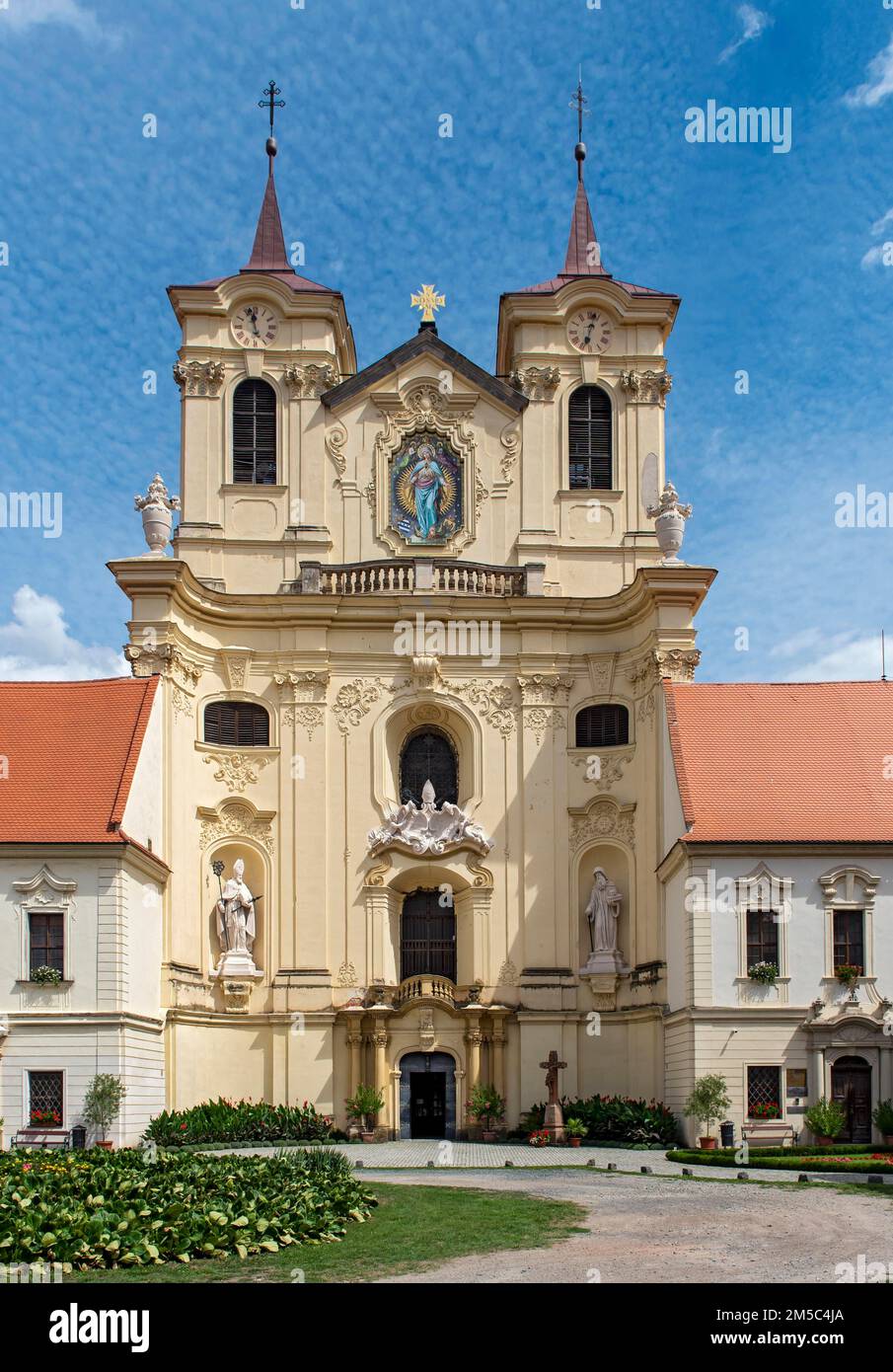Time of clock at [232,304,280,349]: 11:57
